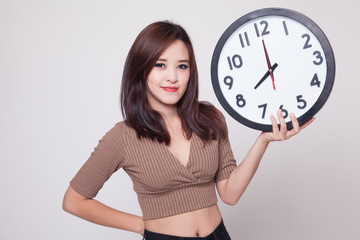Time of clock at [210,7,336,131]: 7:59
